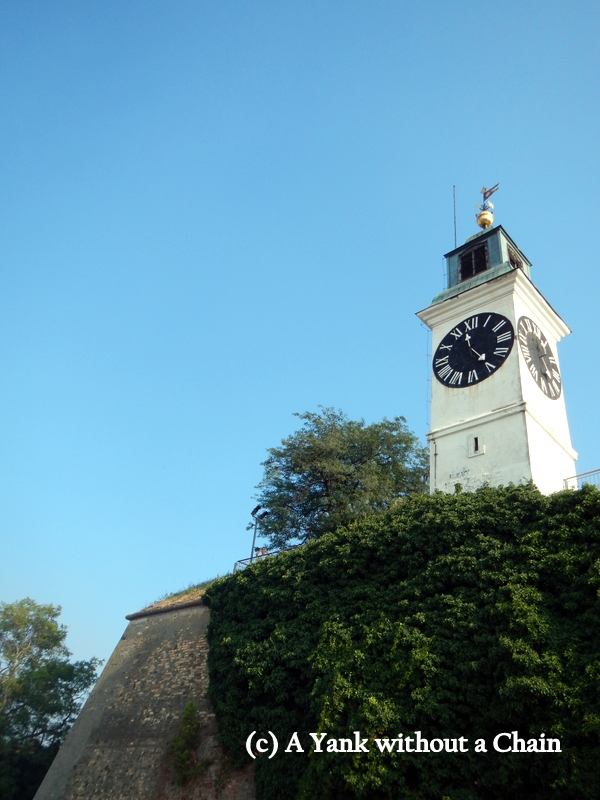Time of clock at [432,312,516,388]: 11:24
